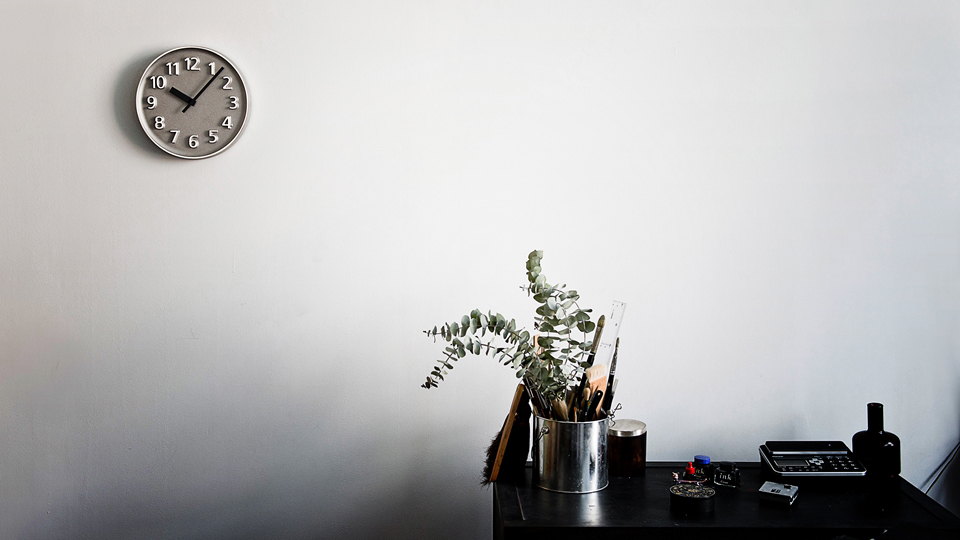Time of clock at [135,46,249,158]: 10:07
